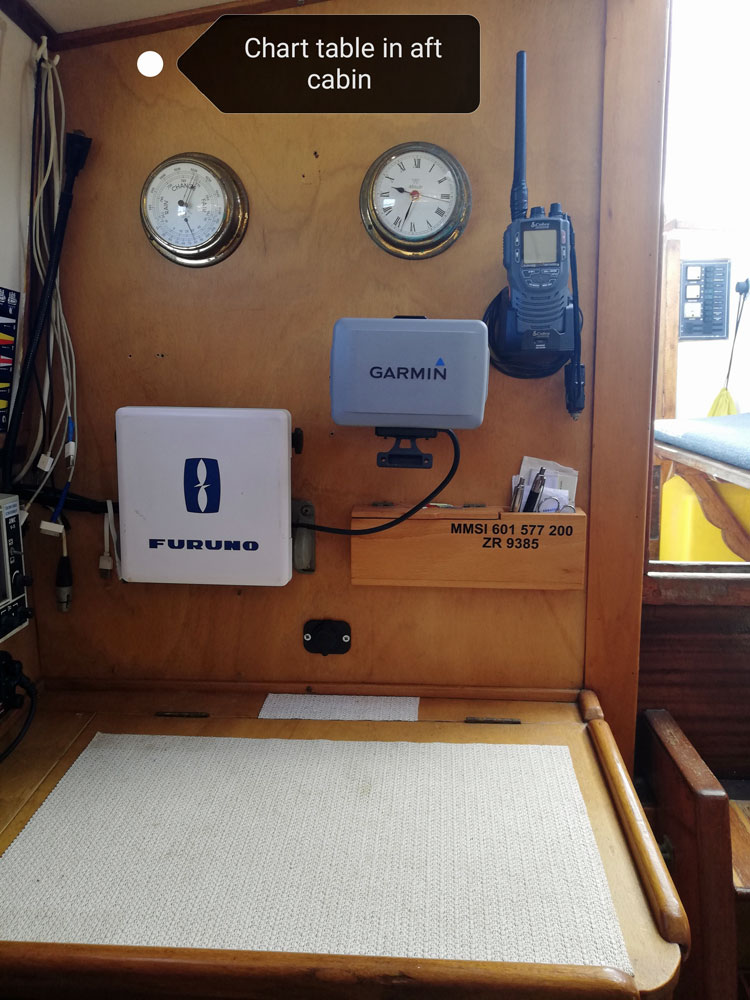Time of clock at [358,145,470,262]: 9:33
